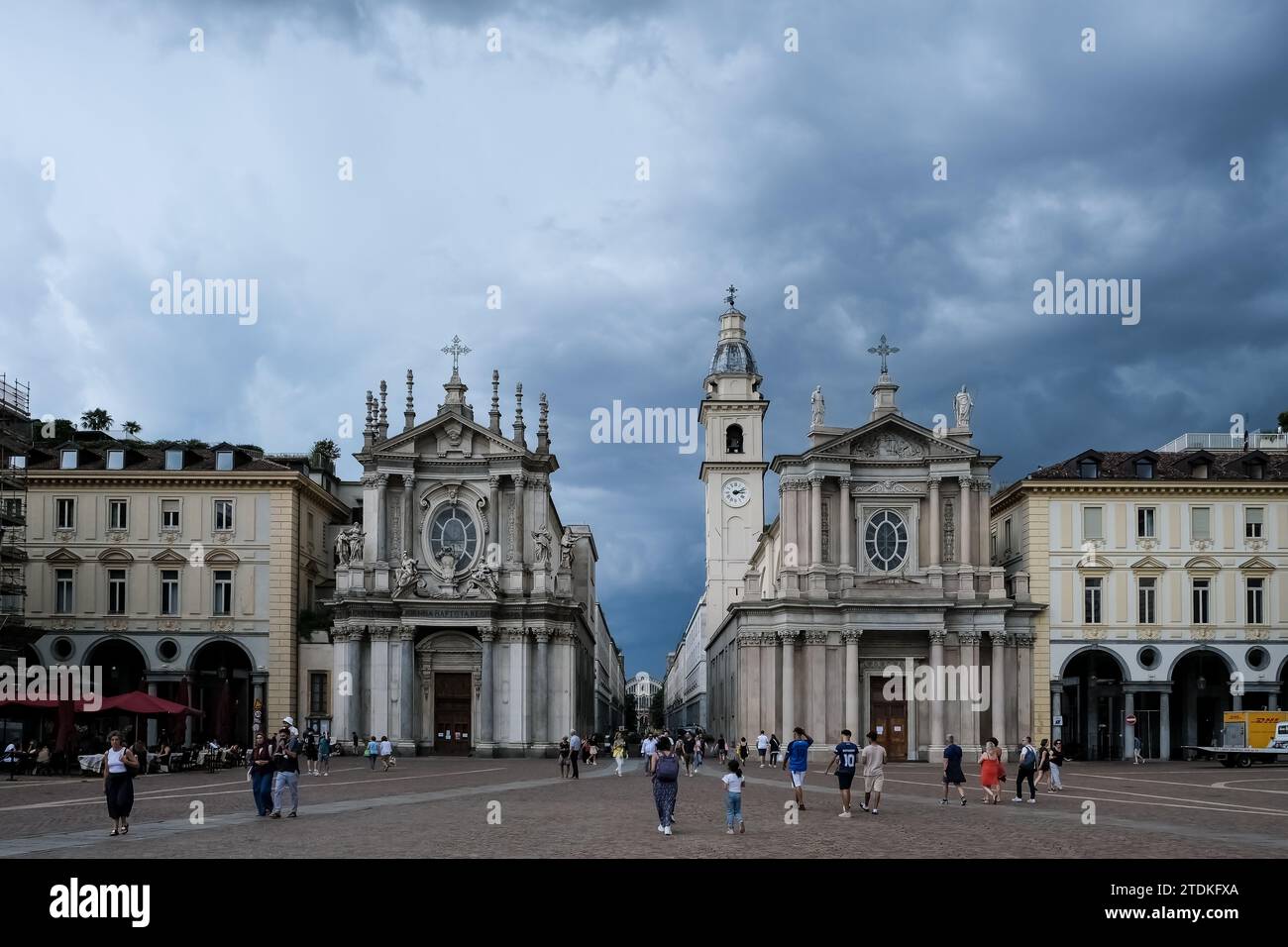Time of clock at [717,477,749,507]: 3:11
